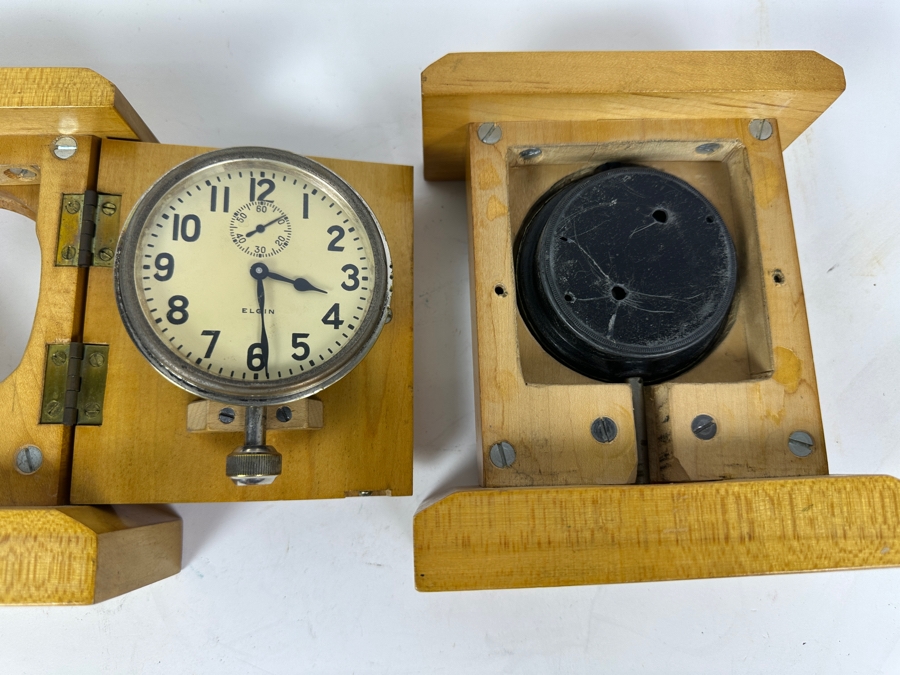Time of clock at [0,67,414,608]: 3:29
